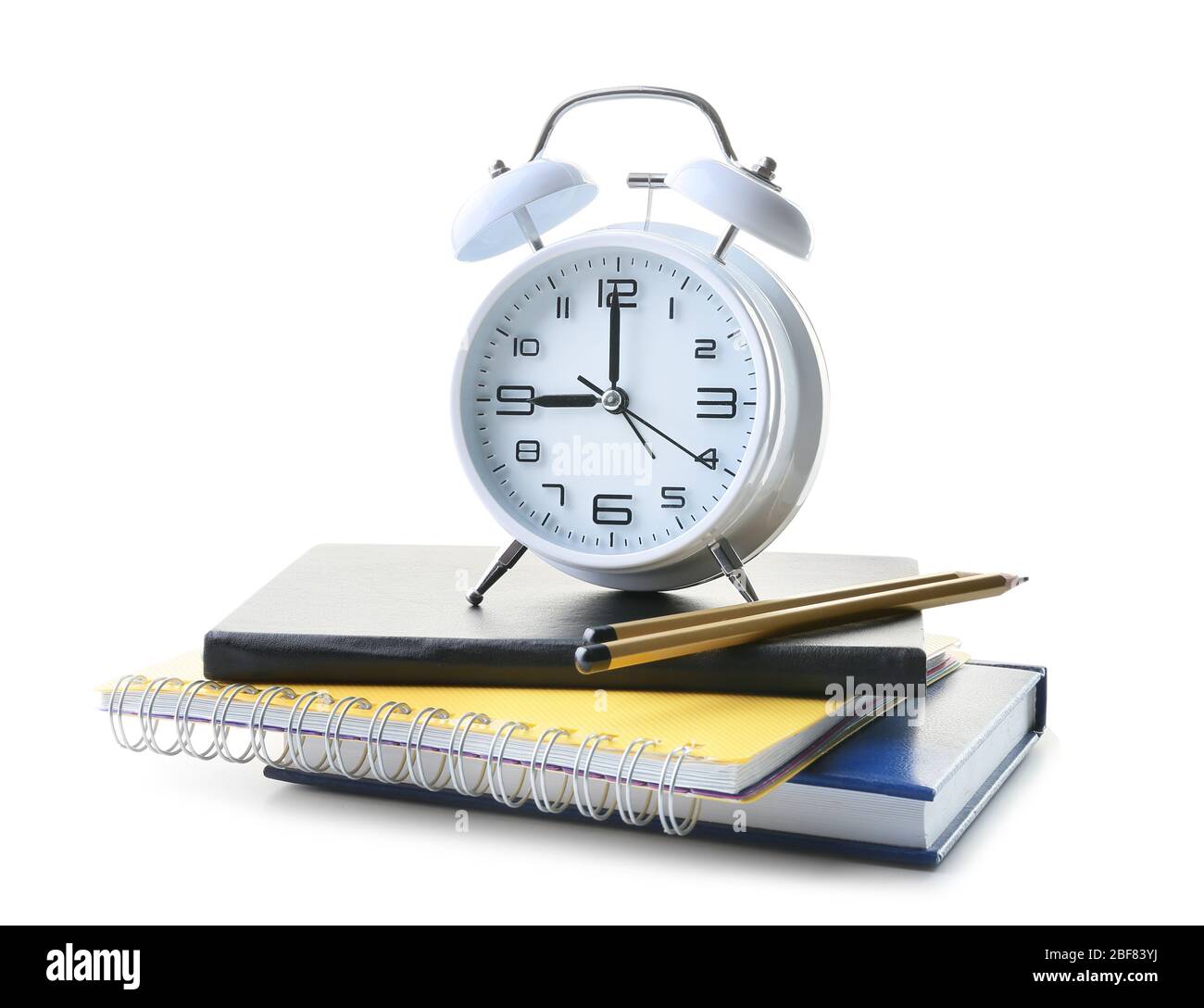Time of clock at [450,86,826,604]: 8:59
